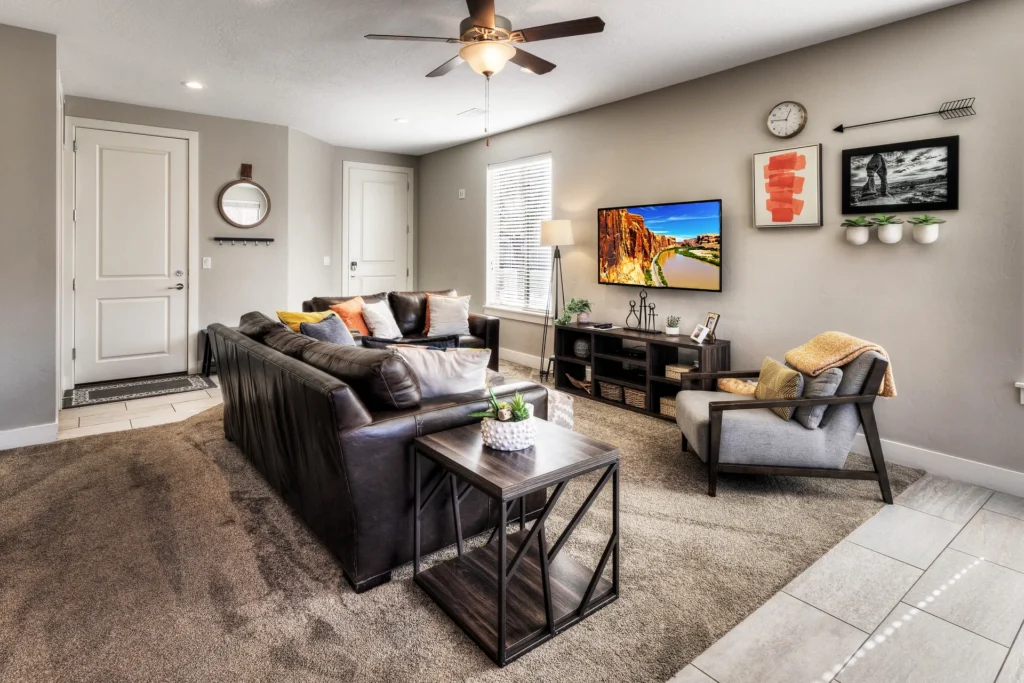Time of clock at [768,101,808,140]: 12:46
